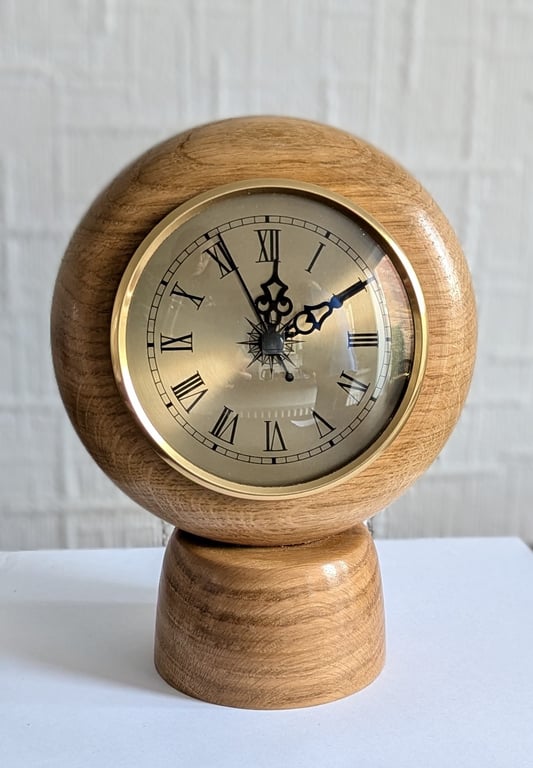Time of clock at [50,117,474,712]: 11:55
